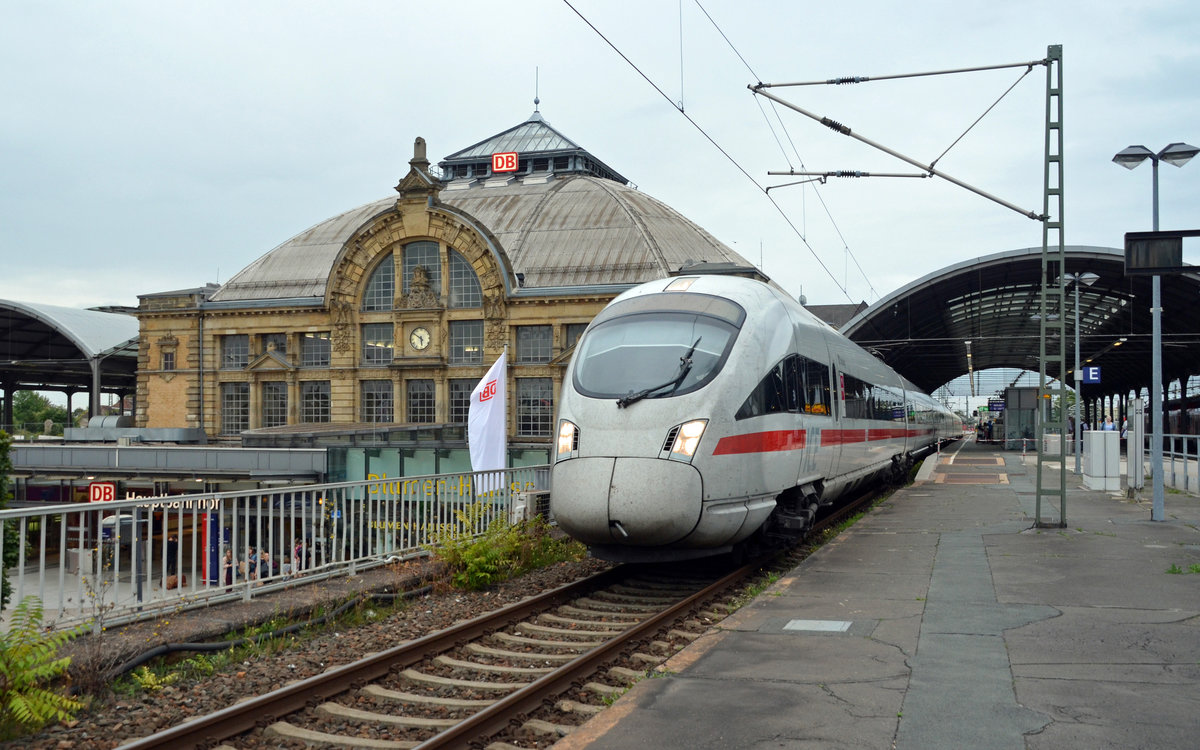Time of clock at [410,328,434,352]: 5:51
